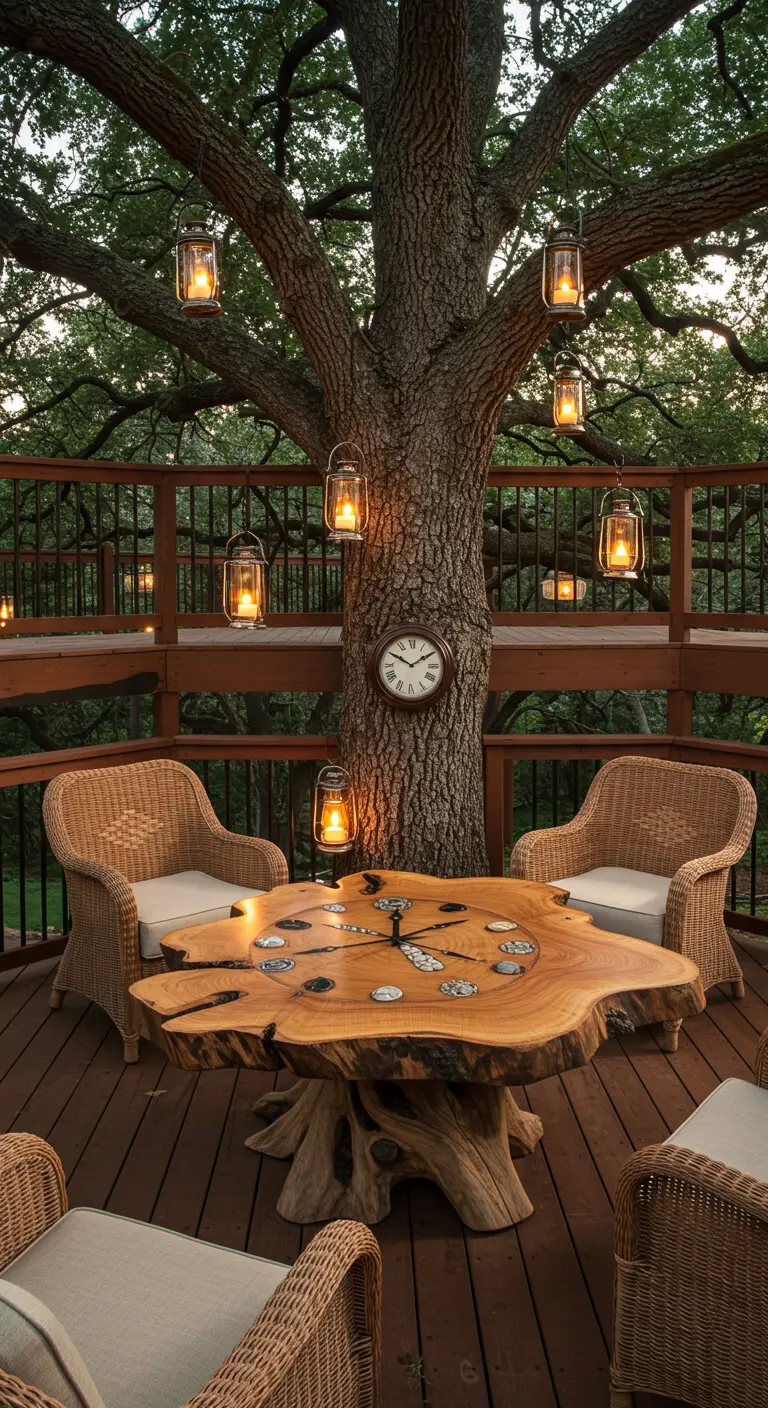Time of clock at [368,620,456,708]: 1:50
